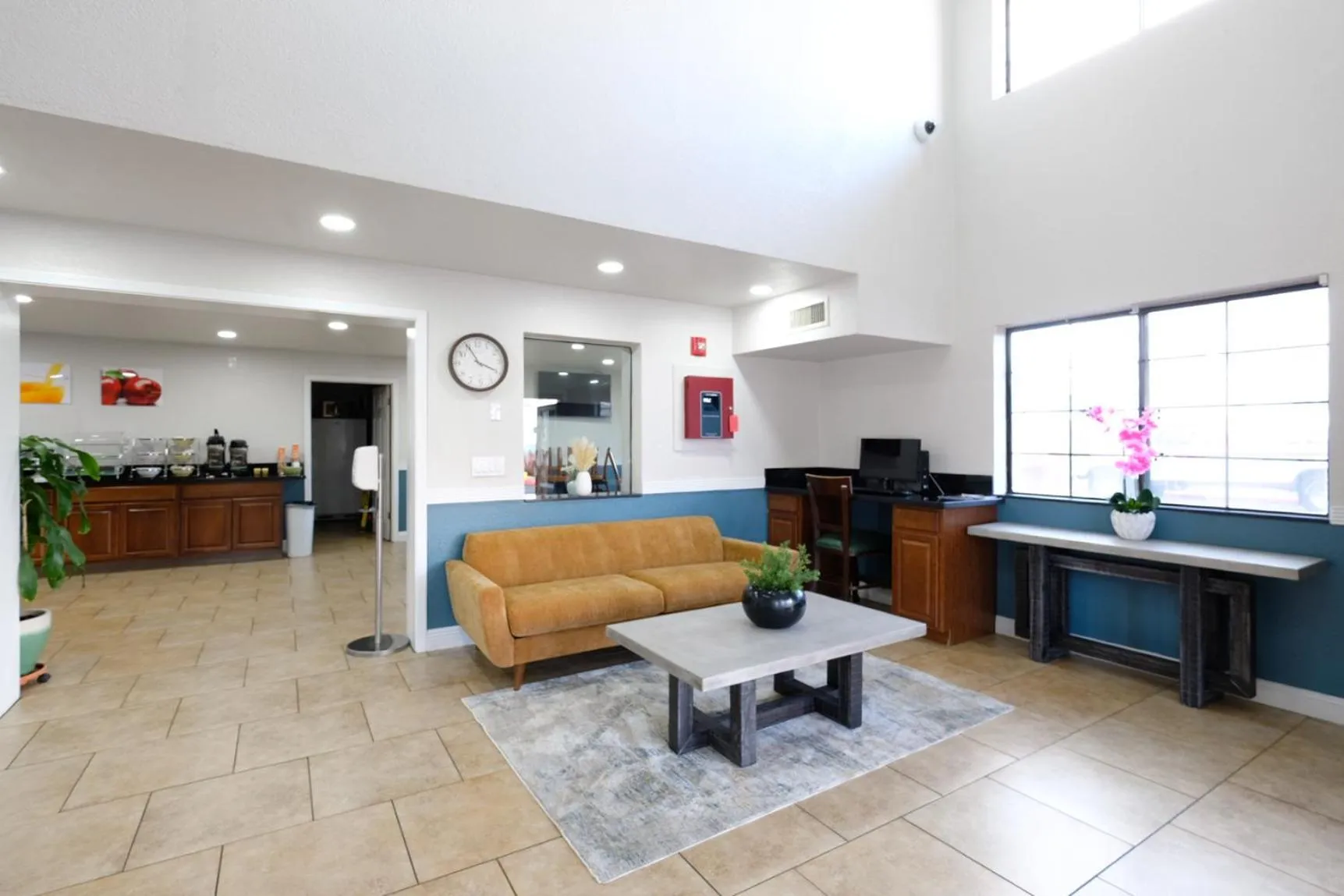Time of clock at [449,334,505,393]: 3:55
